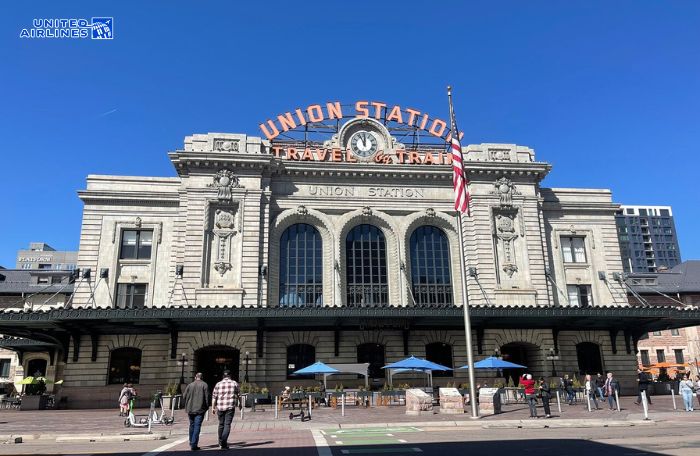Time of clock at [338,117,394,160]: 11:55
